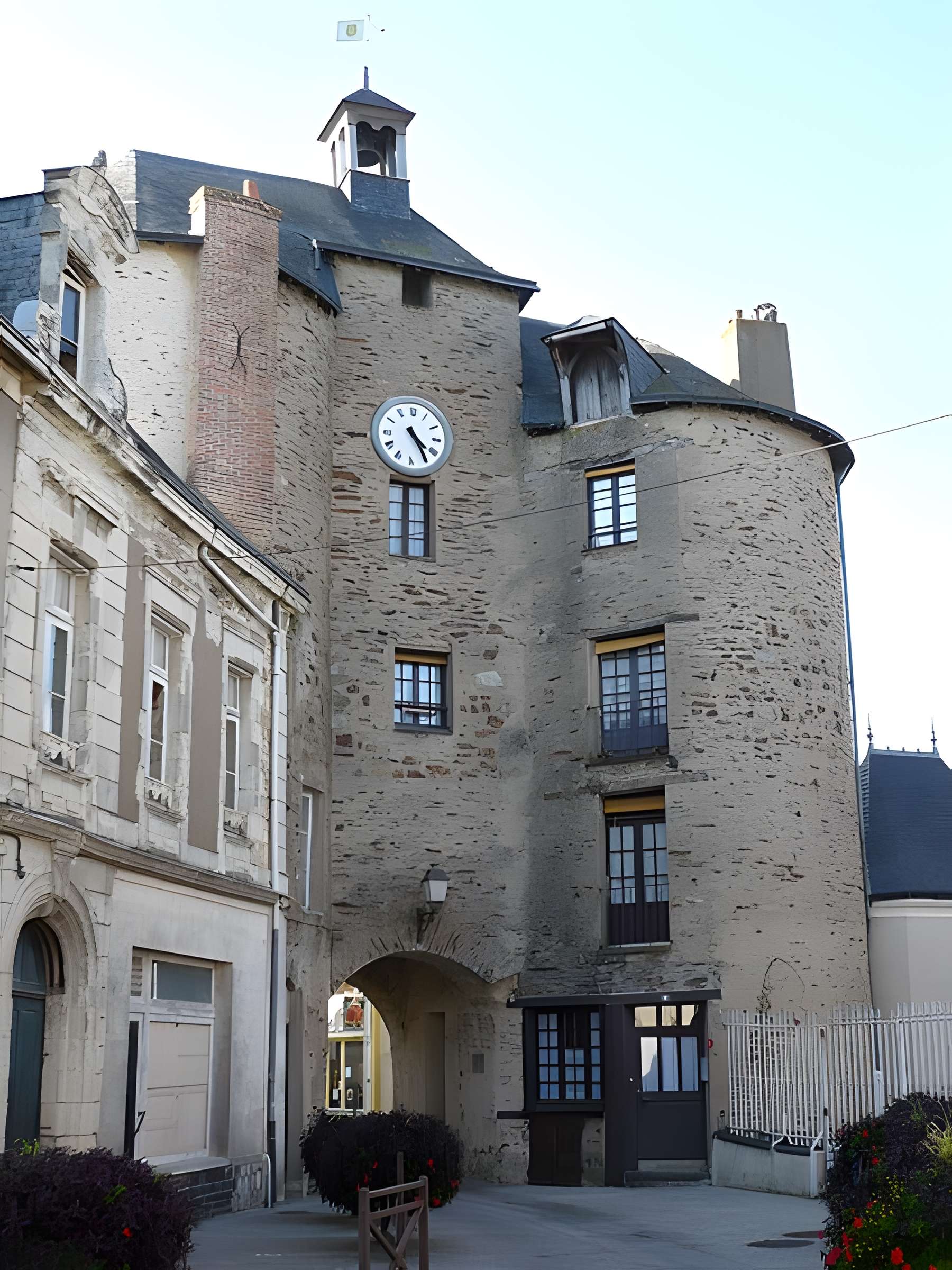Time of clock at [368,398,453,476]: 4:24
